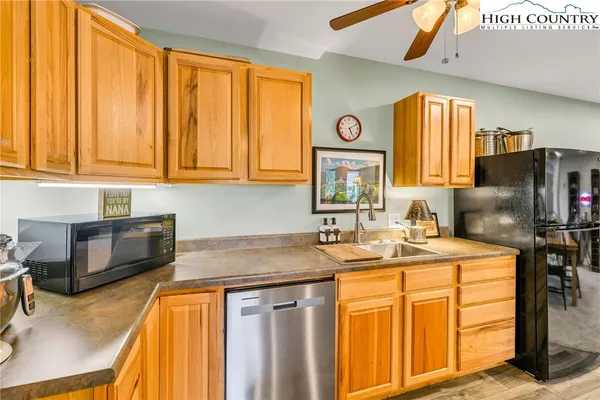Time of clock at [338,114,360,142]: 5:10
